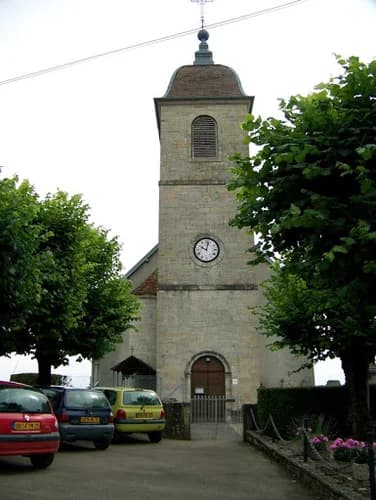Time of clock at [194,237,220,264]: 10:02
